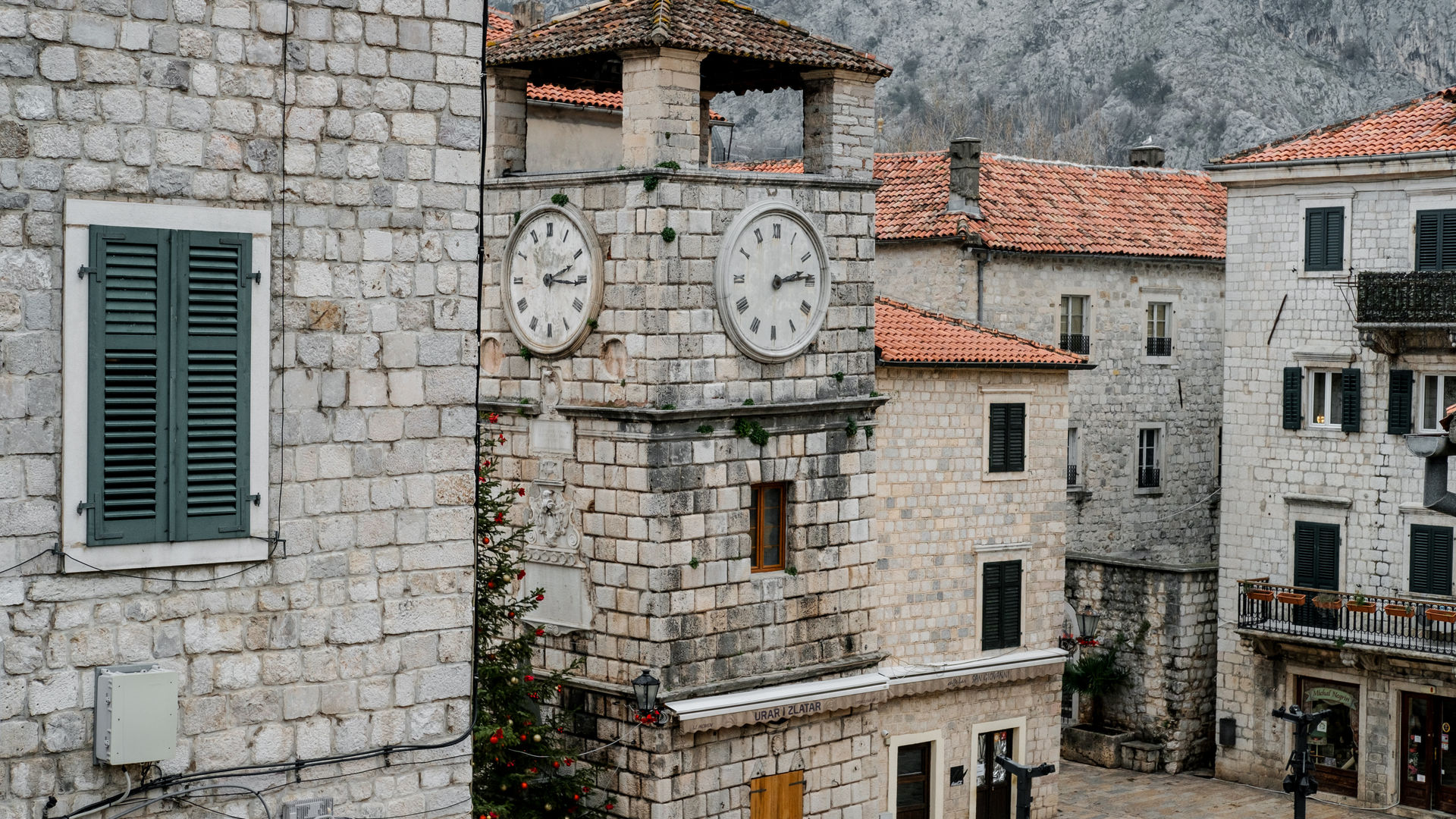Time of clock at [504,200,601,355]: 2:15
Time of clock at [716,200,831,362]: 2:13
